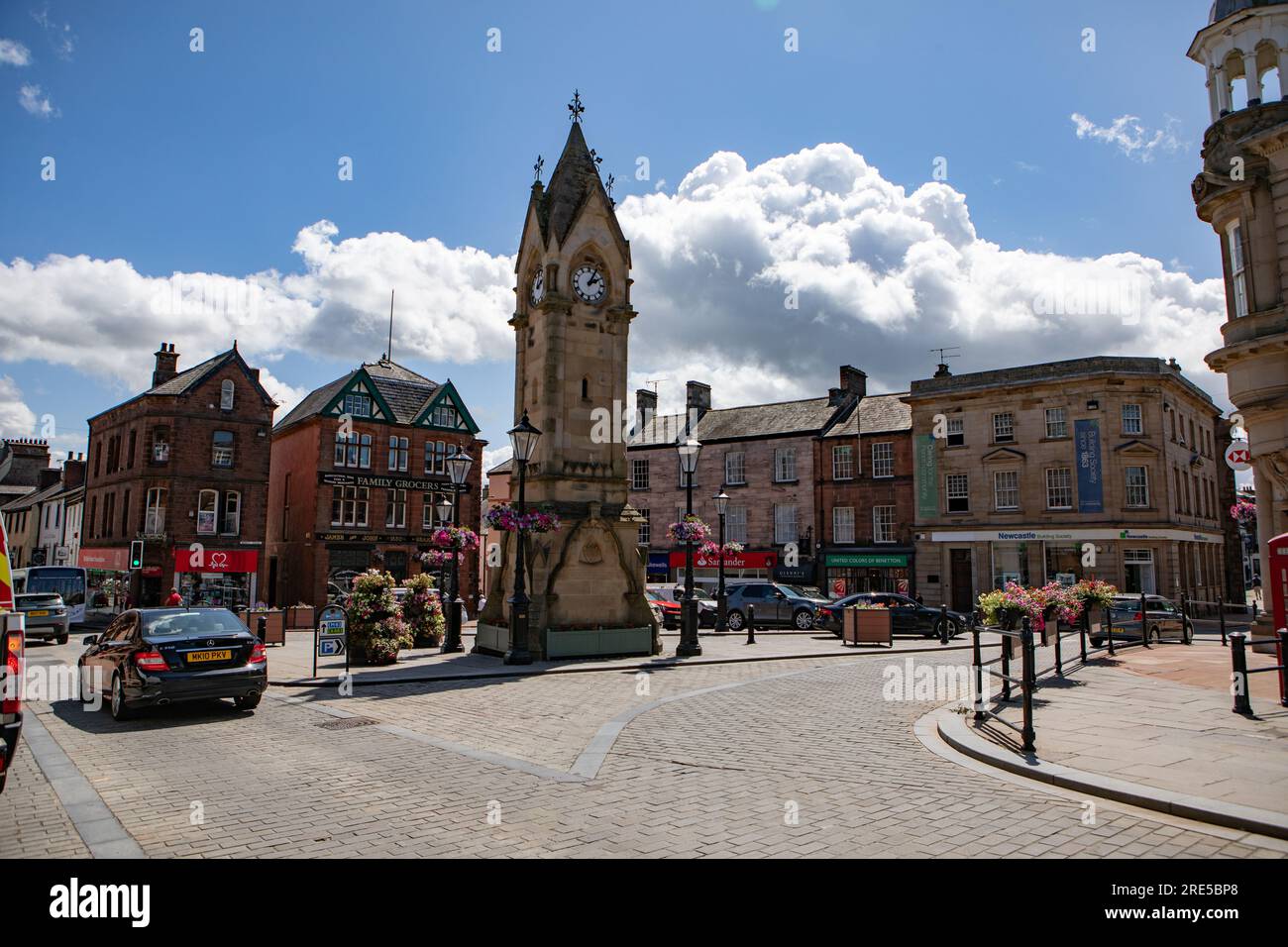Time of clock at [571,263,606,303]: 2:04
